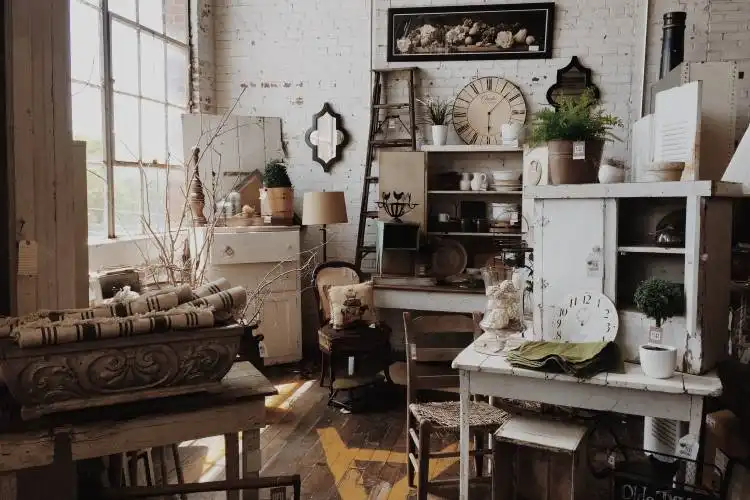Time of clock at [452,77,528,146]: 6:07
